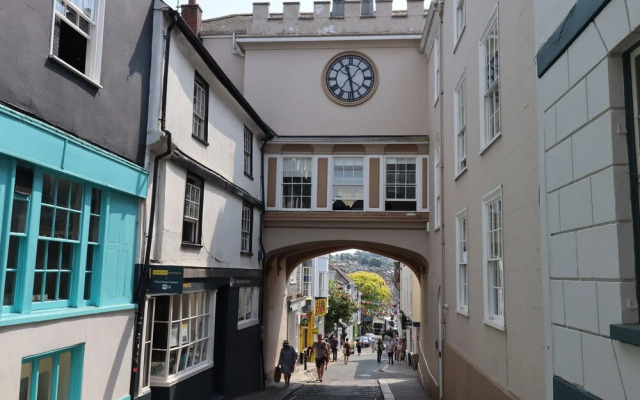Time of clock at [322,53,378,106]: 11:28
